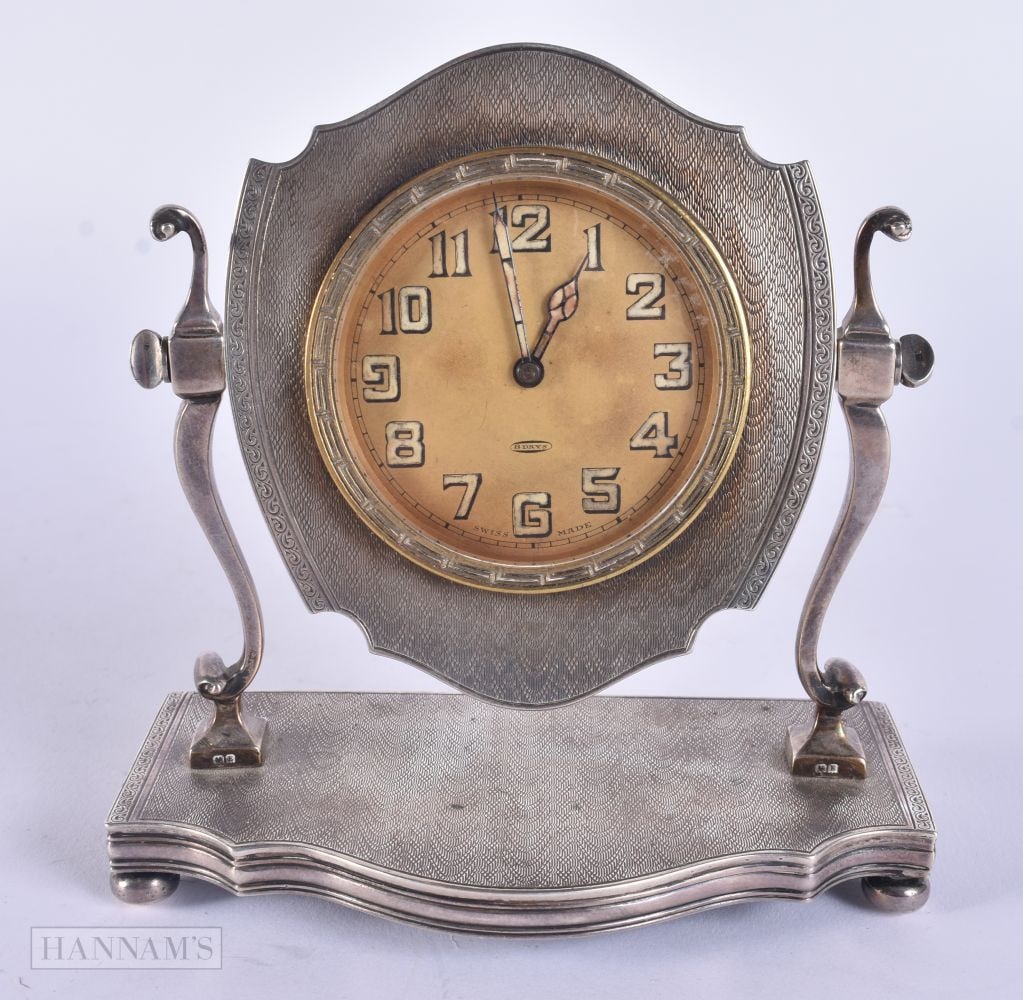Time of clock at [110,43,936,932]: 12:58
